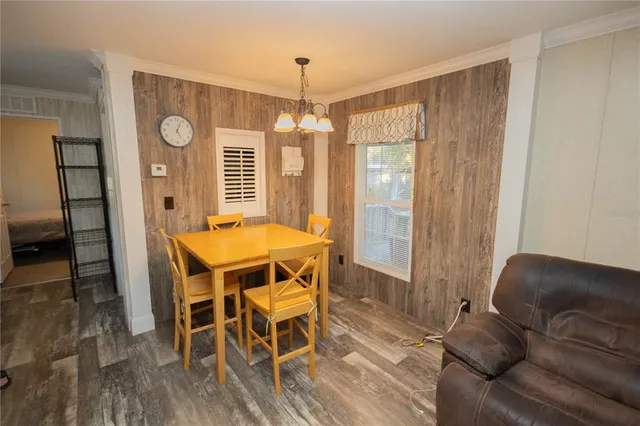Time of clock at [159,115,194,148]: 5:03
